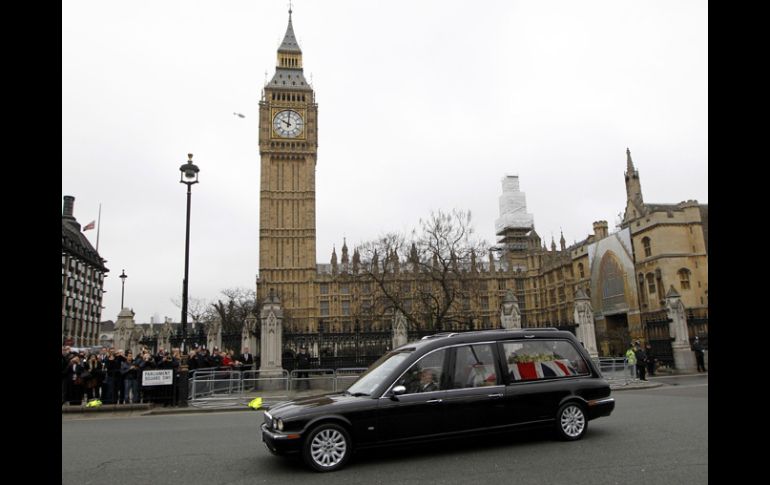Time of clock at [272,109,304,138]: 10:00
